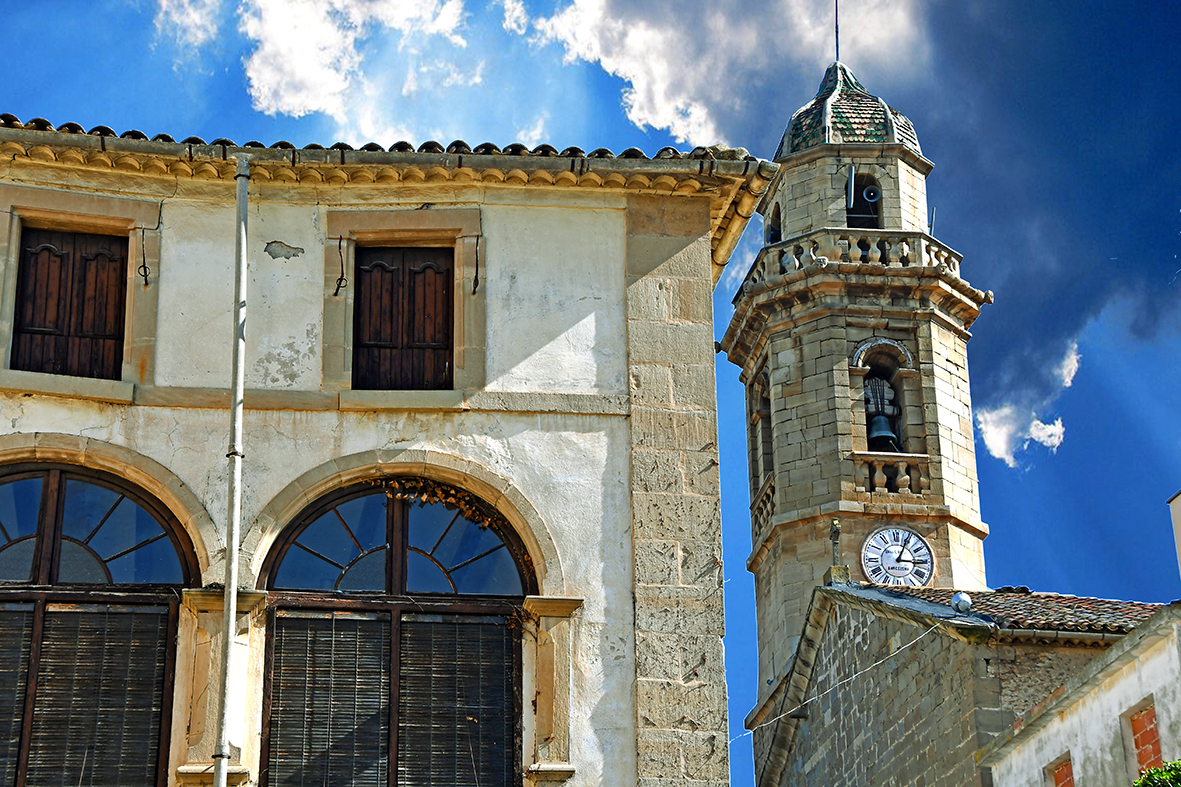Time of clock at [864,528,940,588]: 3:04
